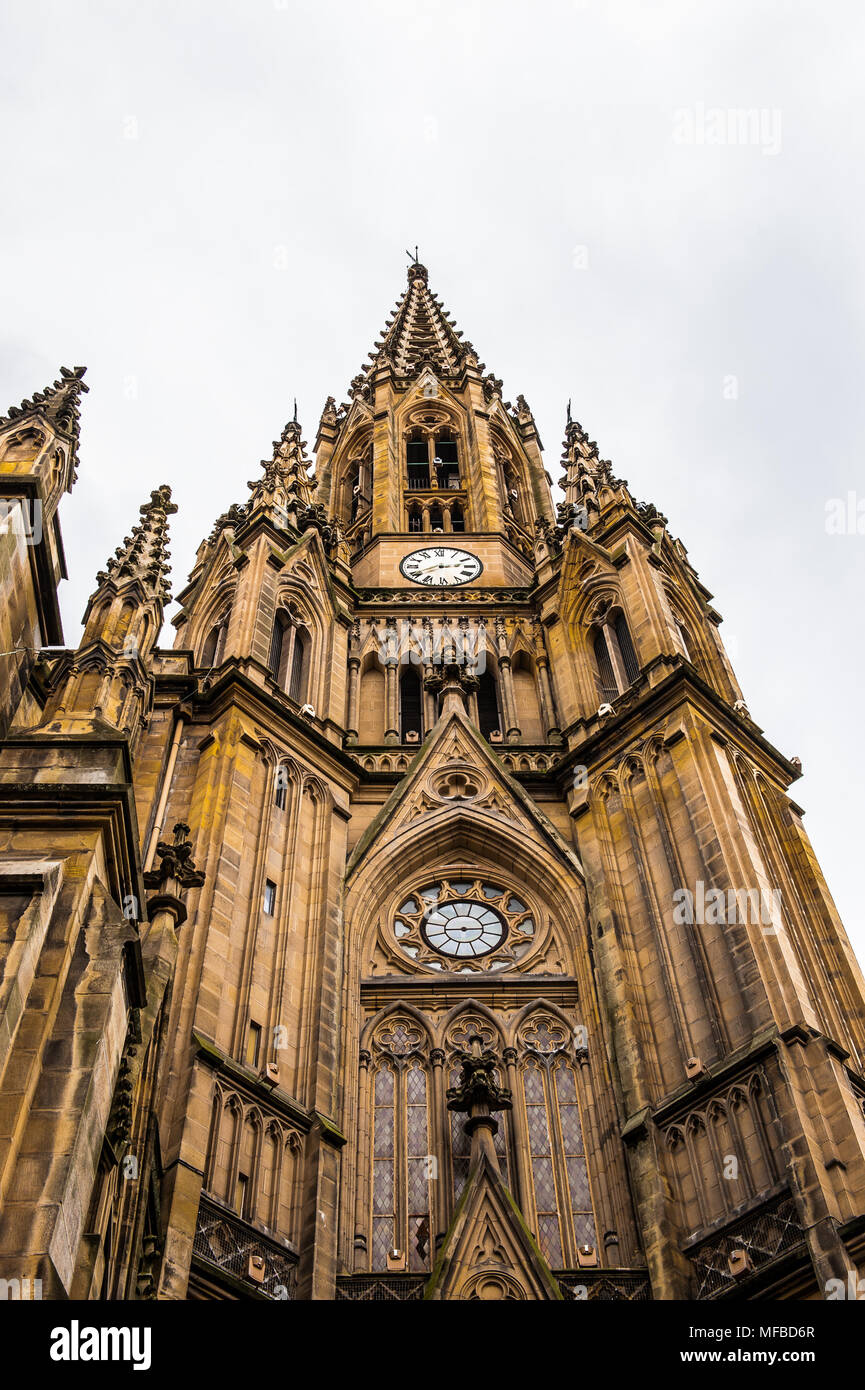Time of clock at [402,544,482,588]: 2:40
